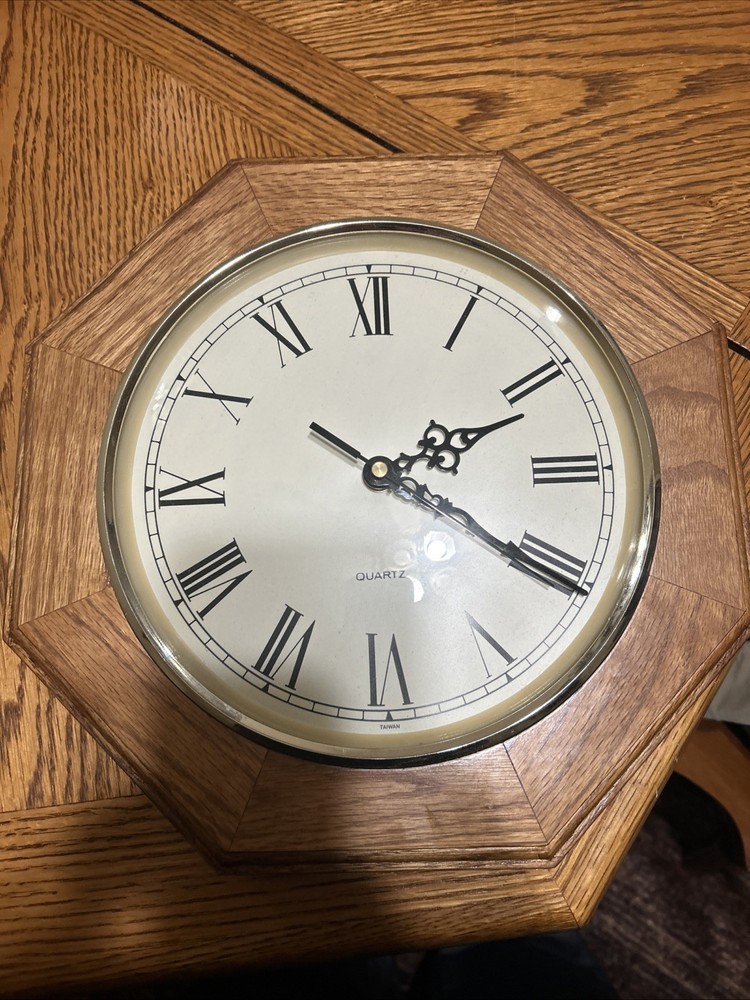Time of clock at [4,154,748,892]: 2:20
